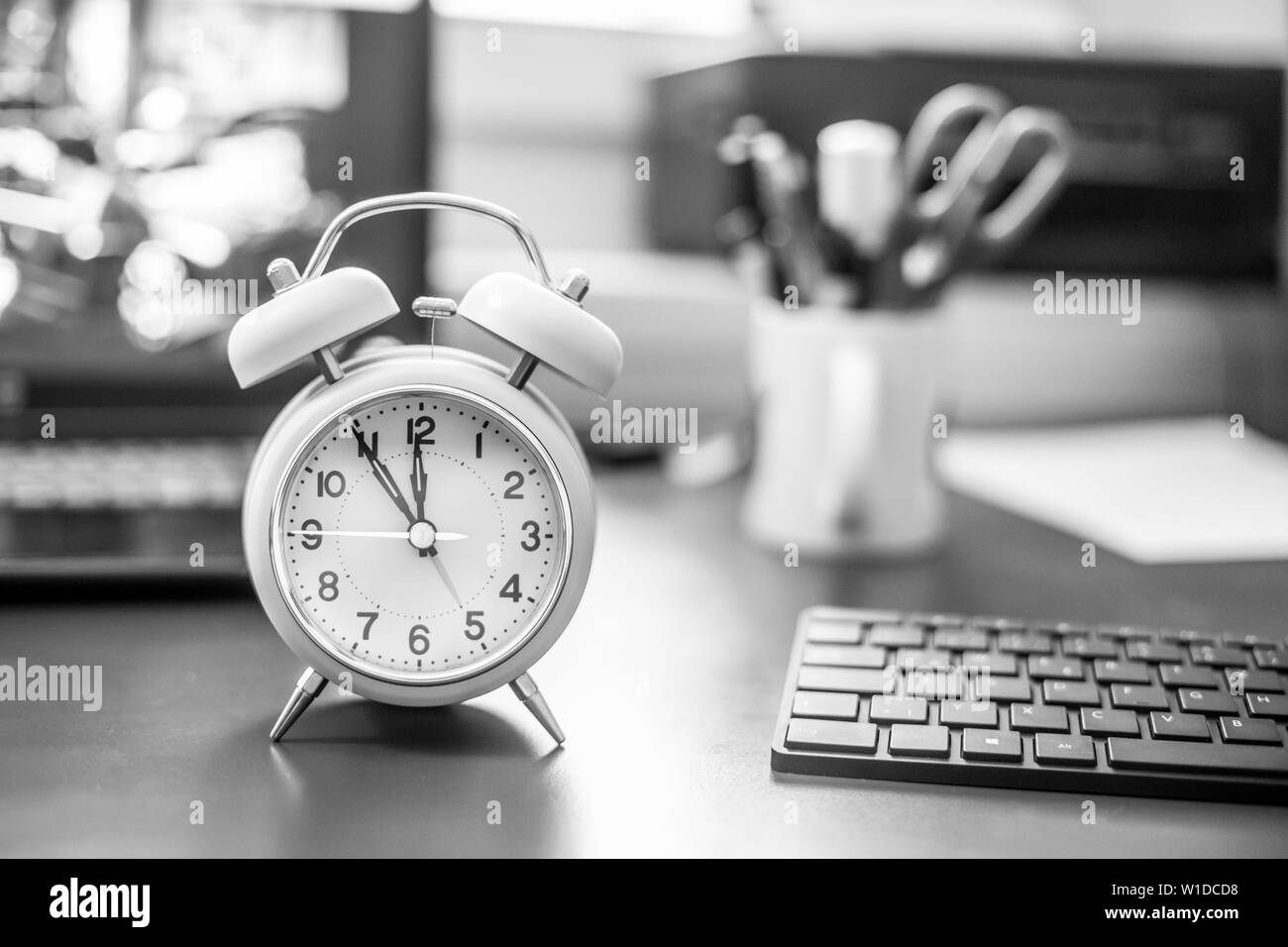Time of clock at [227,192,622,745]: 11:54
